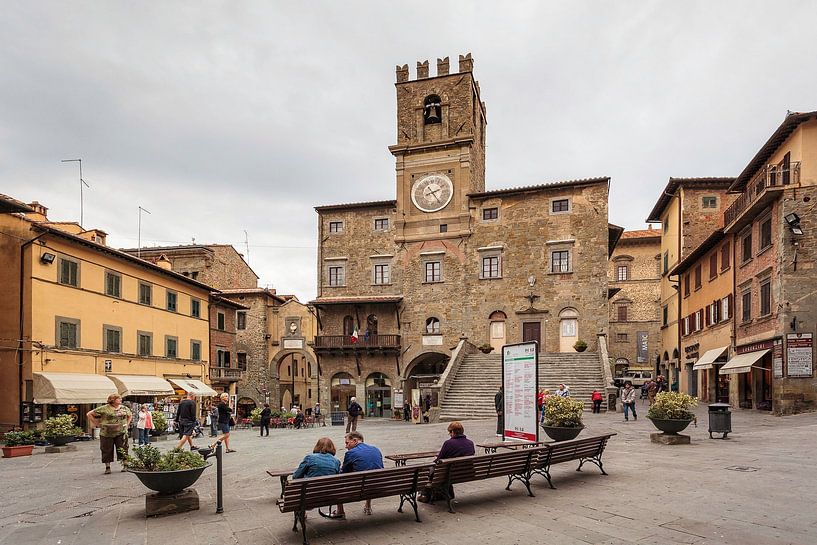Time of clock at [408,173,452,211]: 2:23
